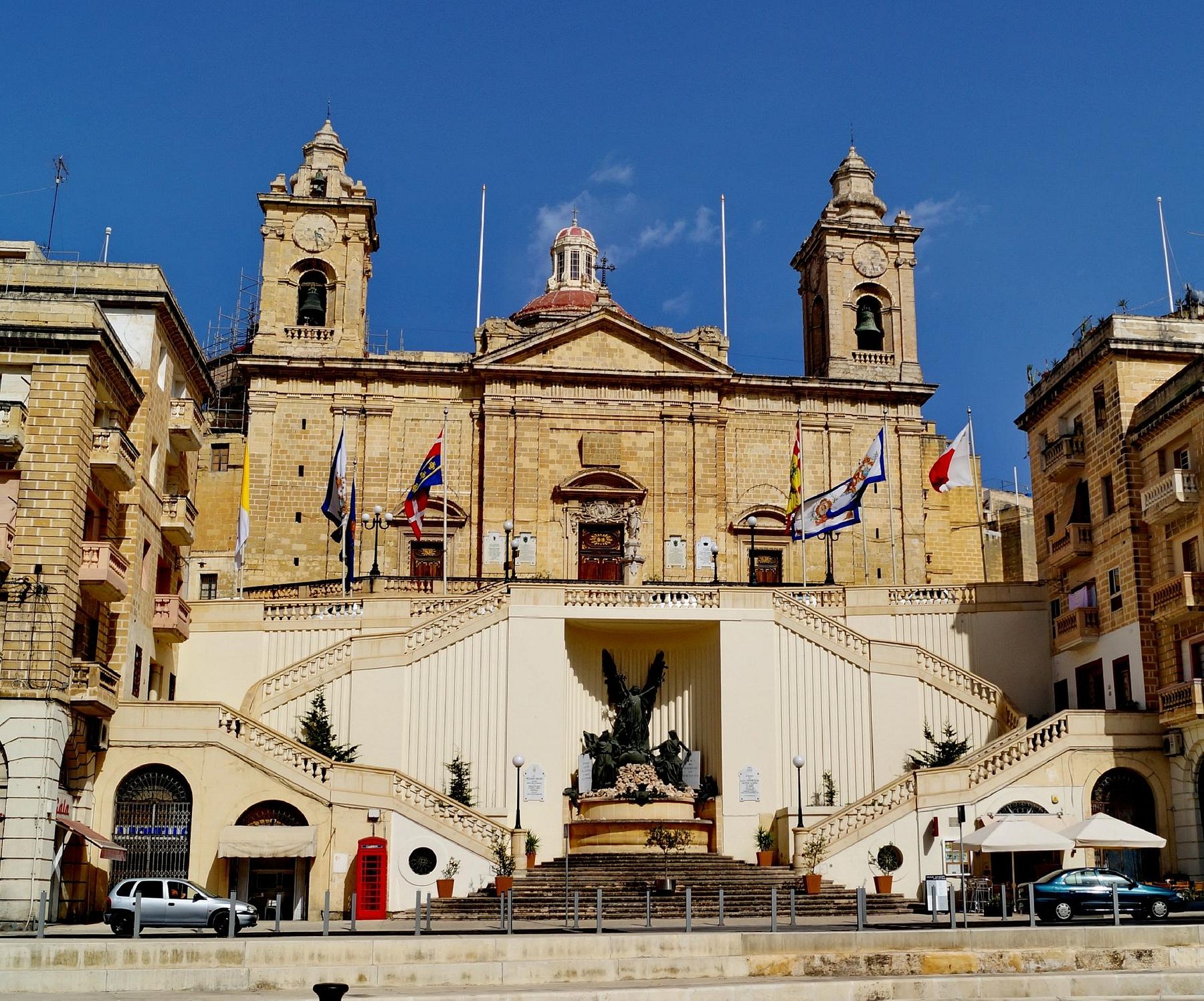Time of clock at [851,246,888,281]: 1:27
